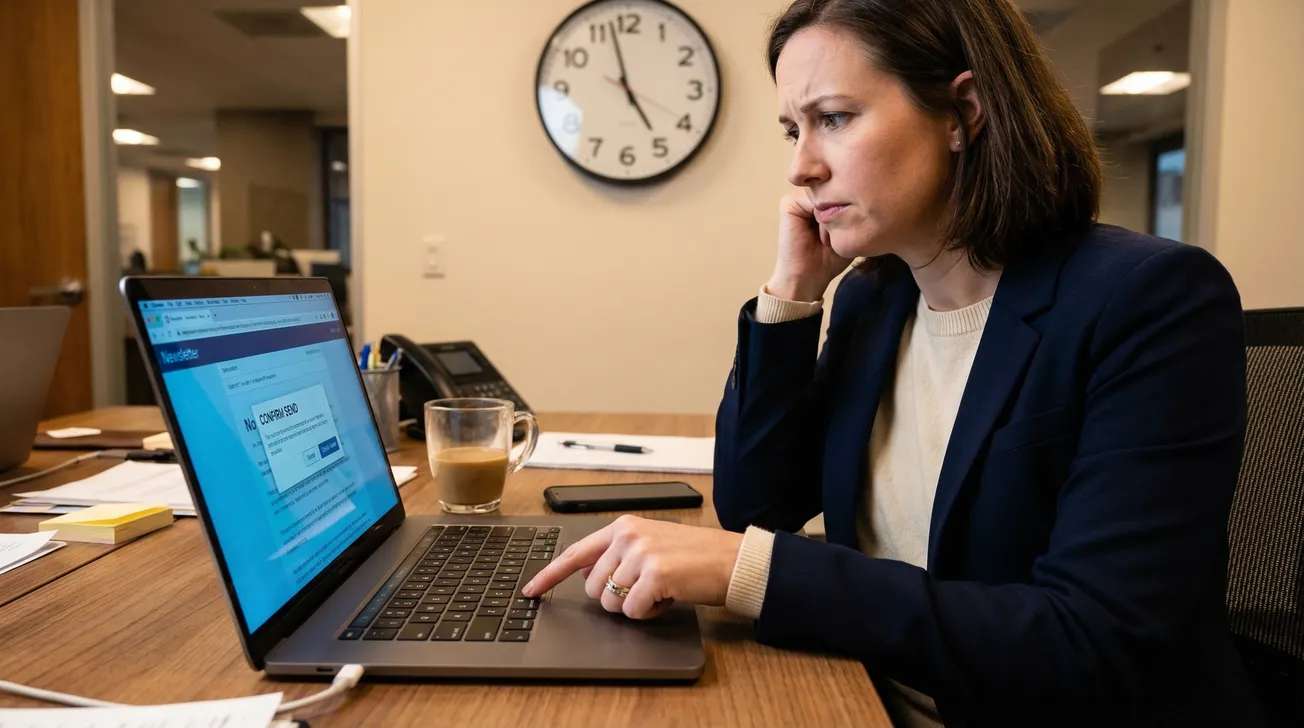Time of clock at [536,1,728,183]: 4:57
